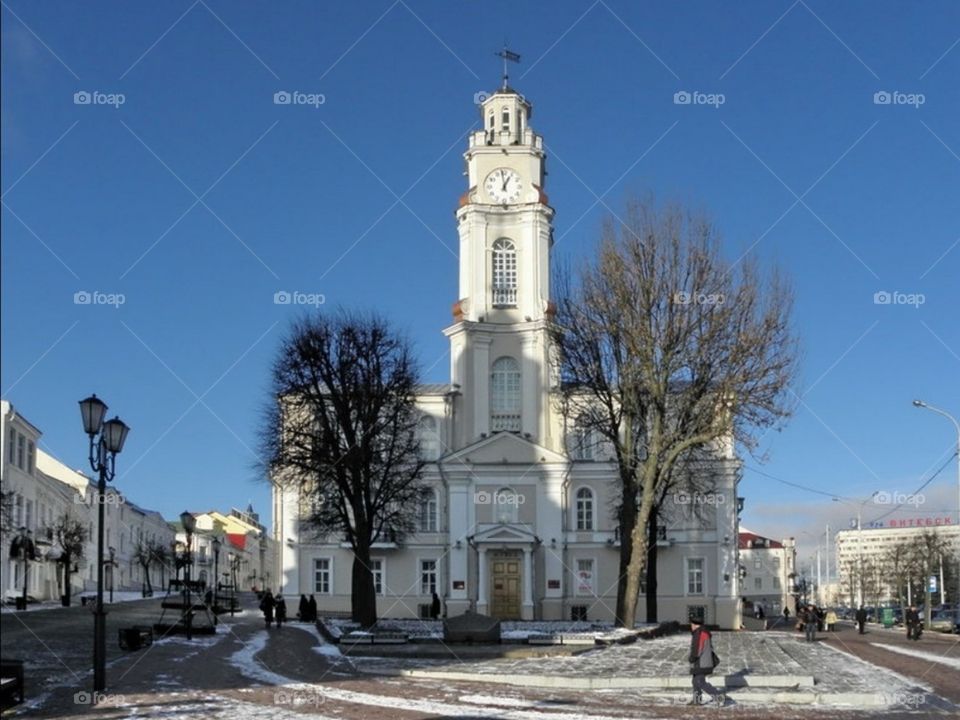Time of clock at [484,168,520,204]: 12:58
